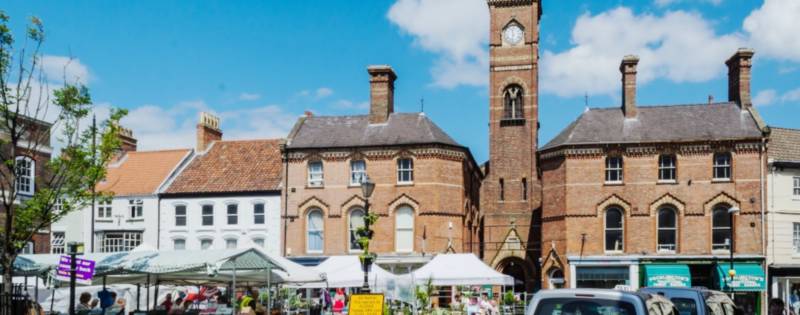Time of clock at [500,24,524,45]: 11:32
